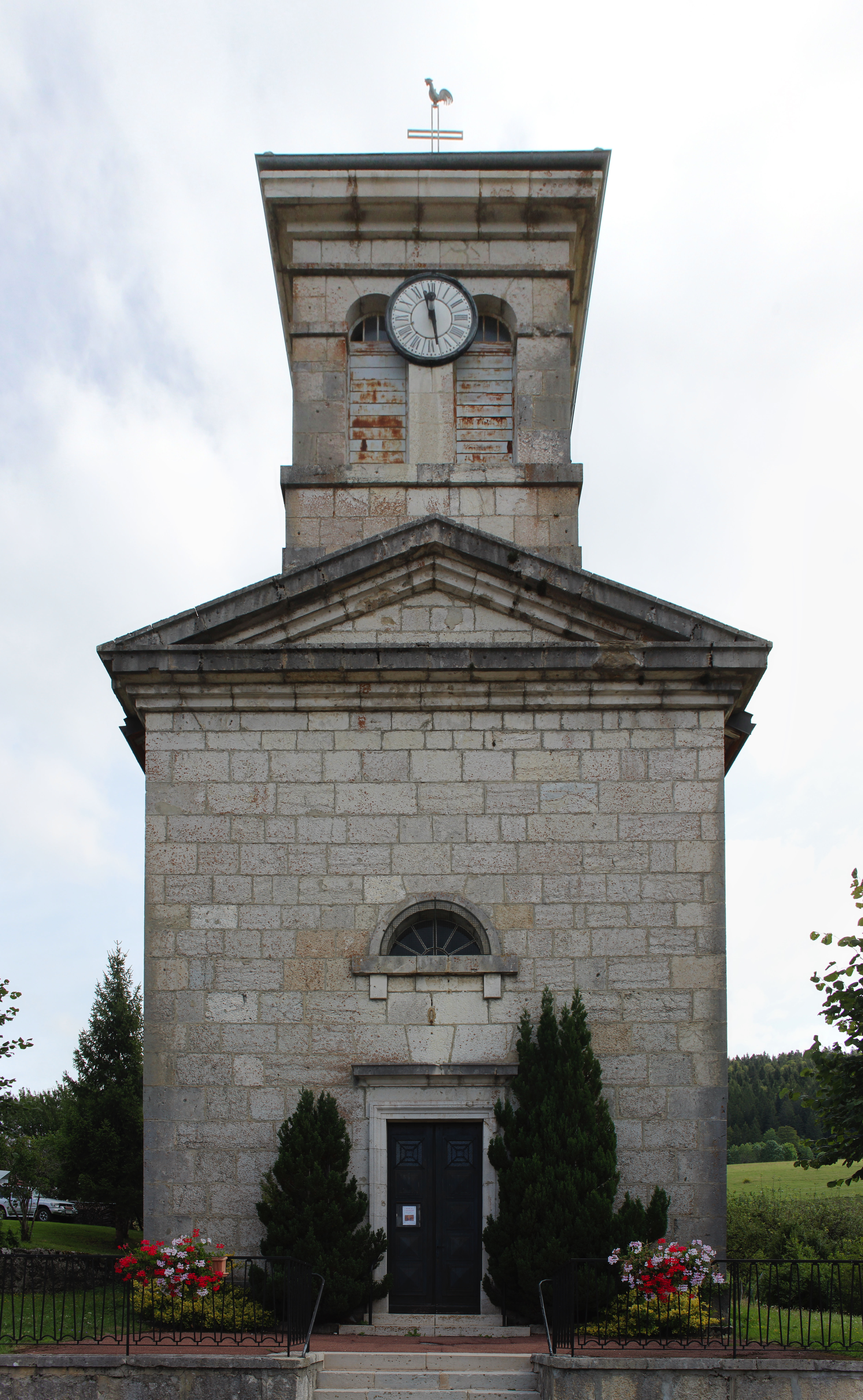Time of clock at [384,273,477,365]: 11:28
